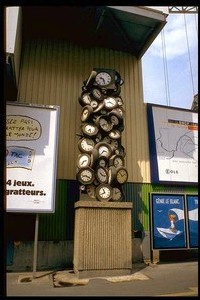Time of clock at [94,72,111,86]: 9:27
